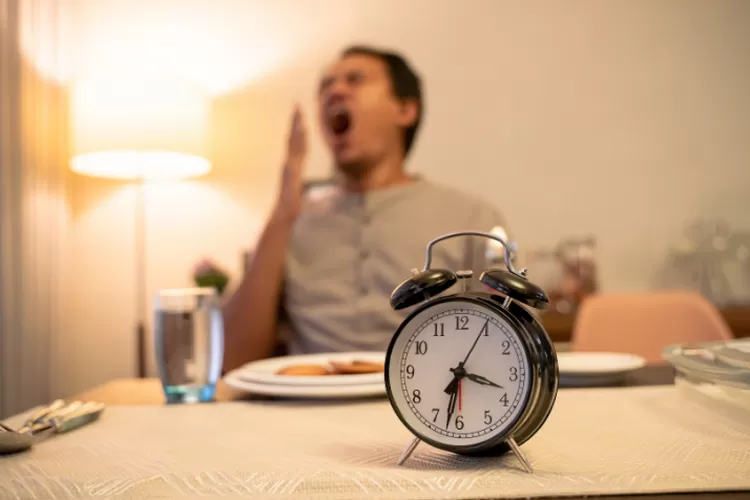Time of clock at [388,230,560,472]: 3:32
